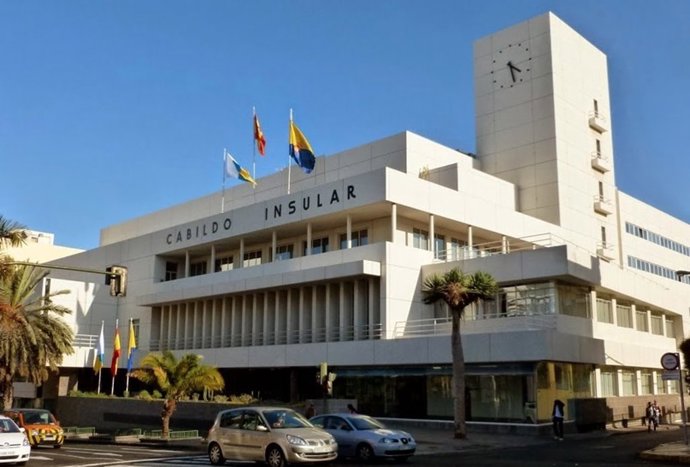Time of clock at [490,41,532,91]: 4:28
